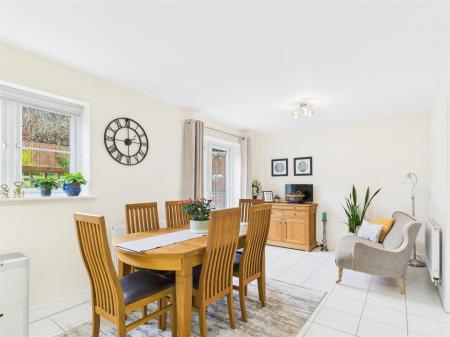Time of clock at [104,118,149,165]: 2:00
